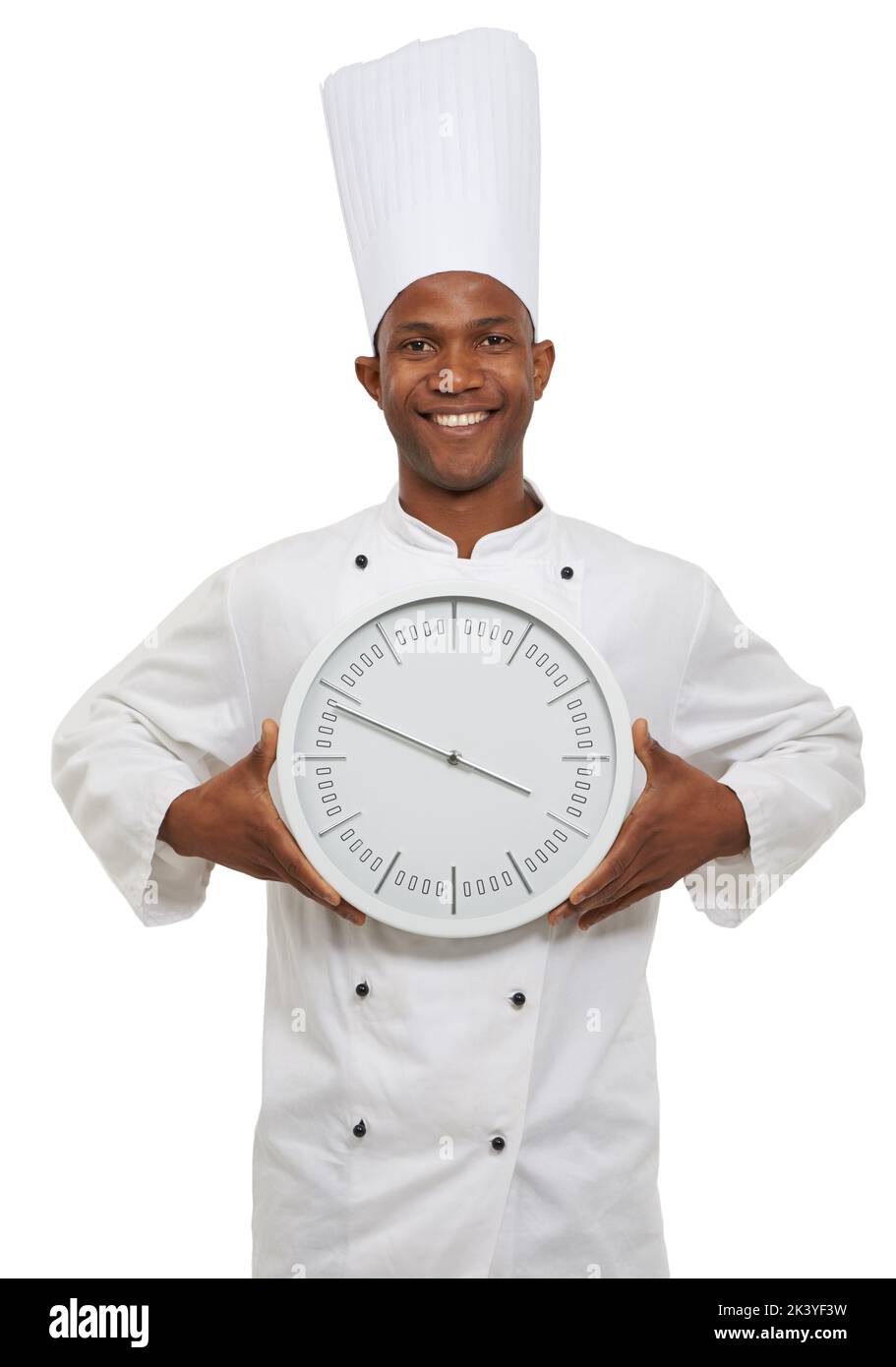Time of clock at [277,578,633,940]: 3:48
